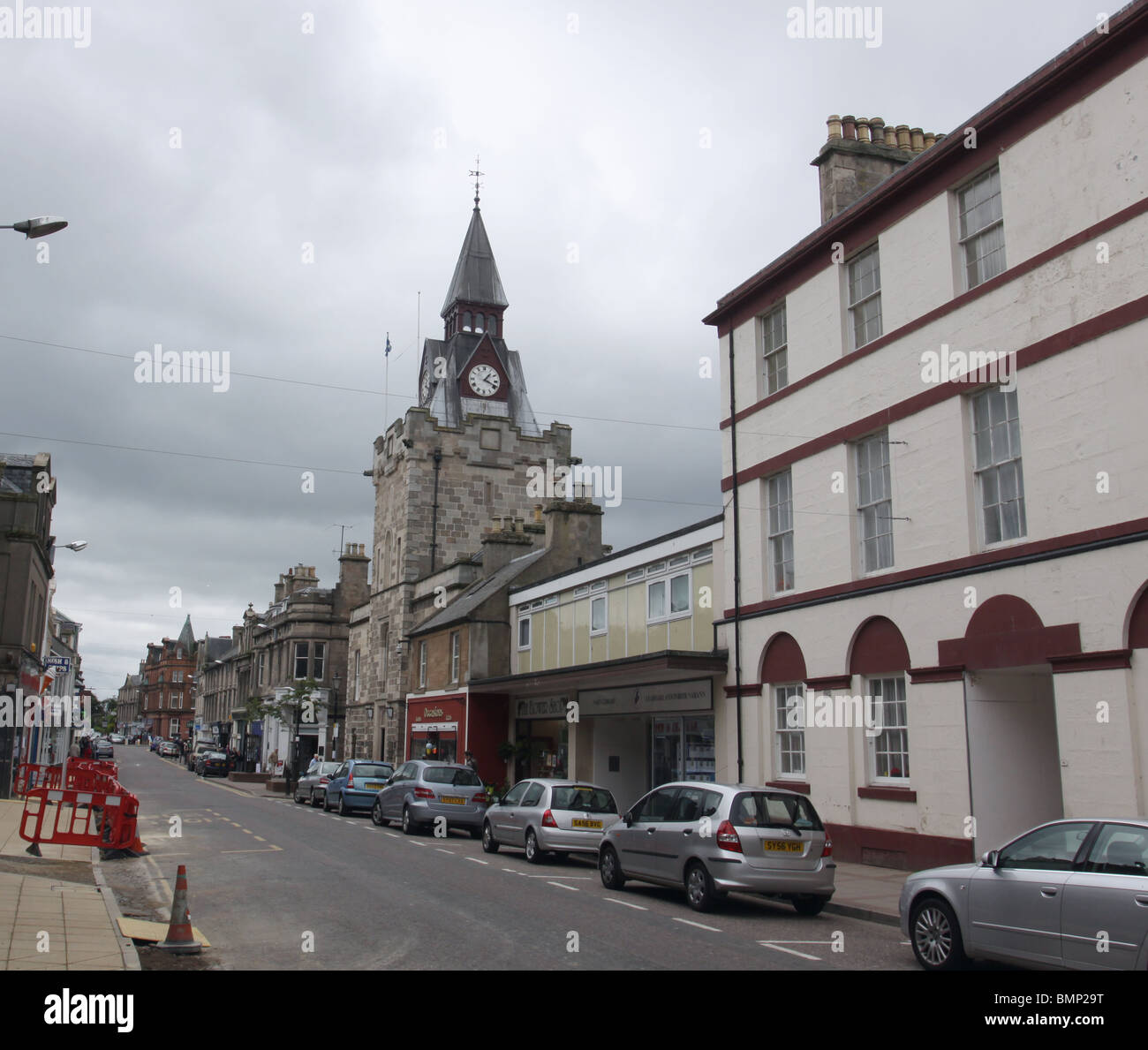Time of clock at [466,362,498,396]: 1:18
